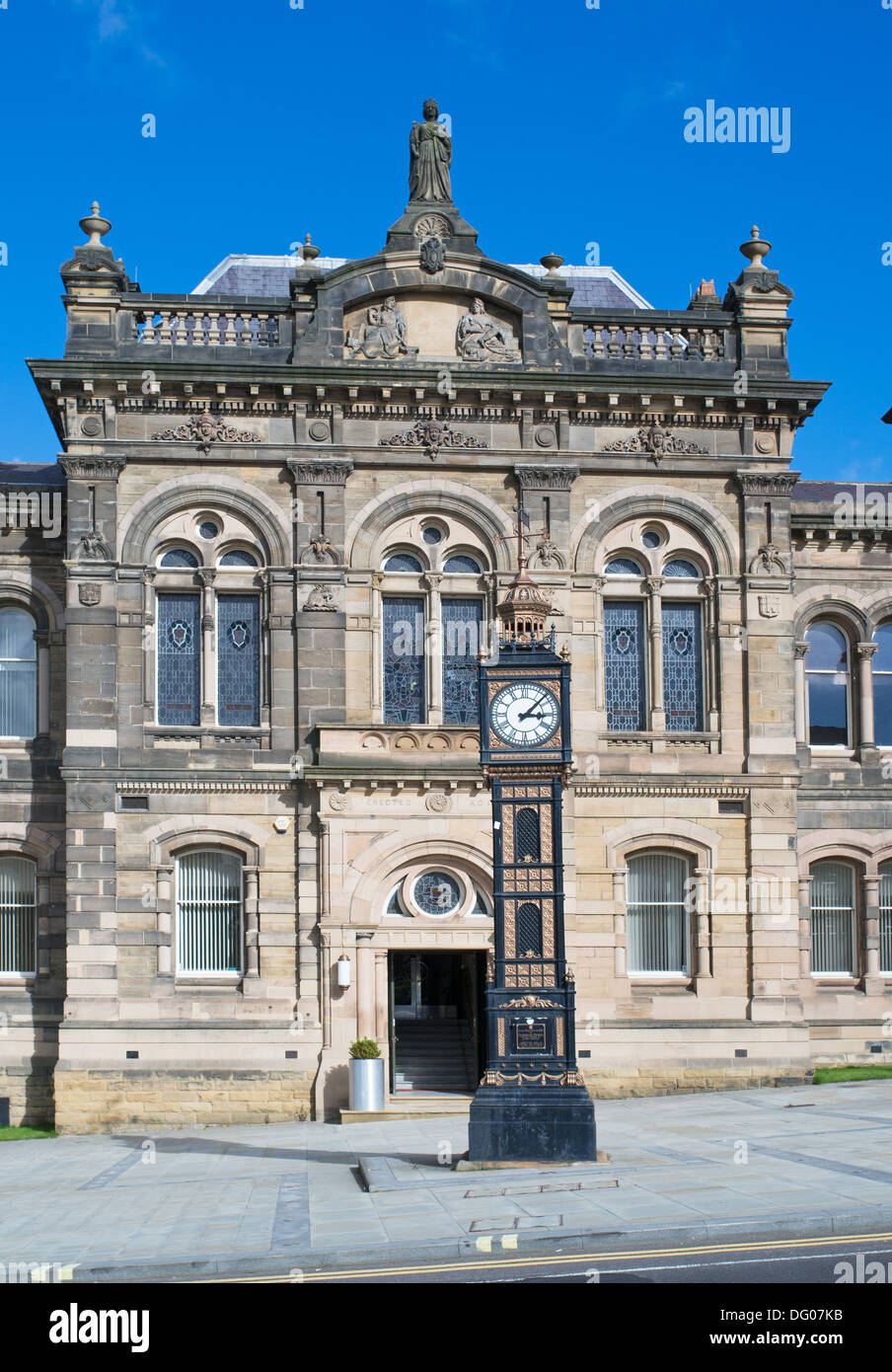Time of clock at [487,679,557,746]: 3:07
